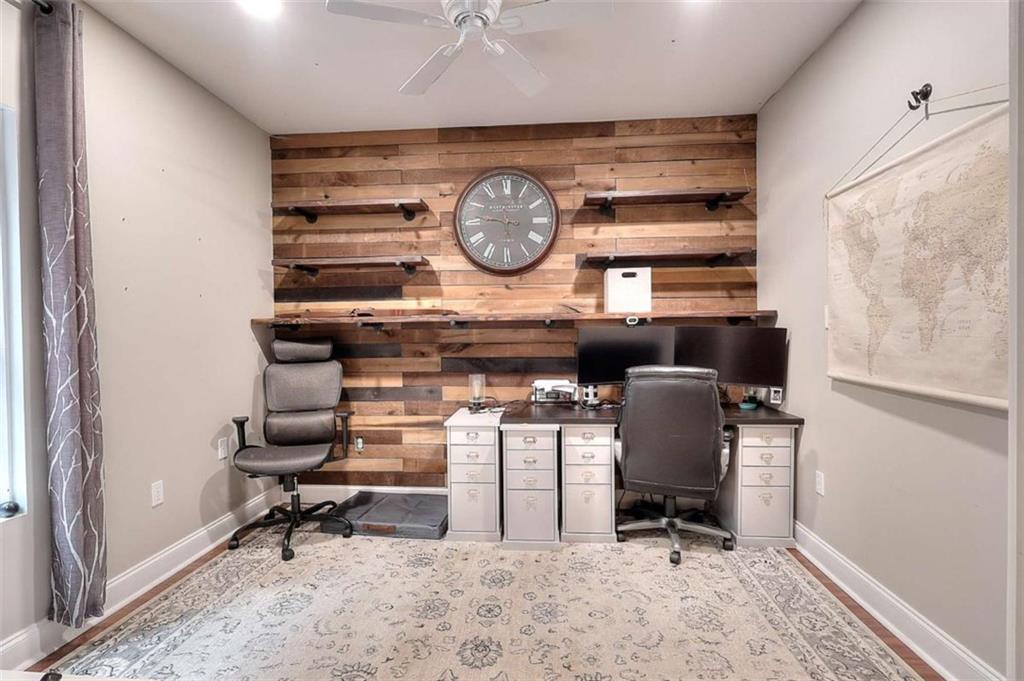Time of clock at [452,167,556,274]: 5:46
